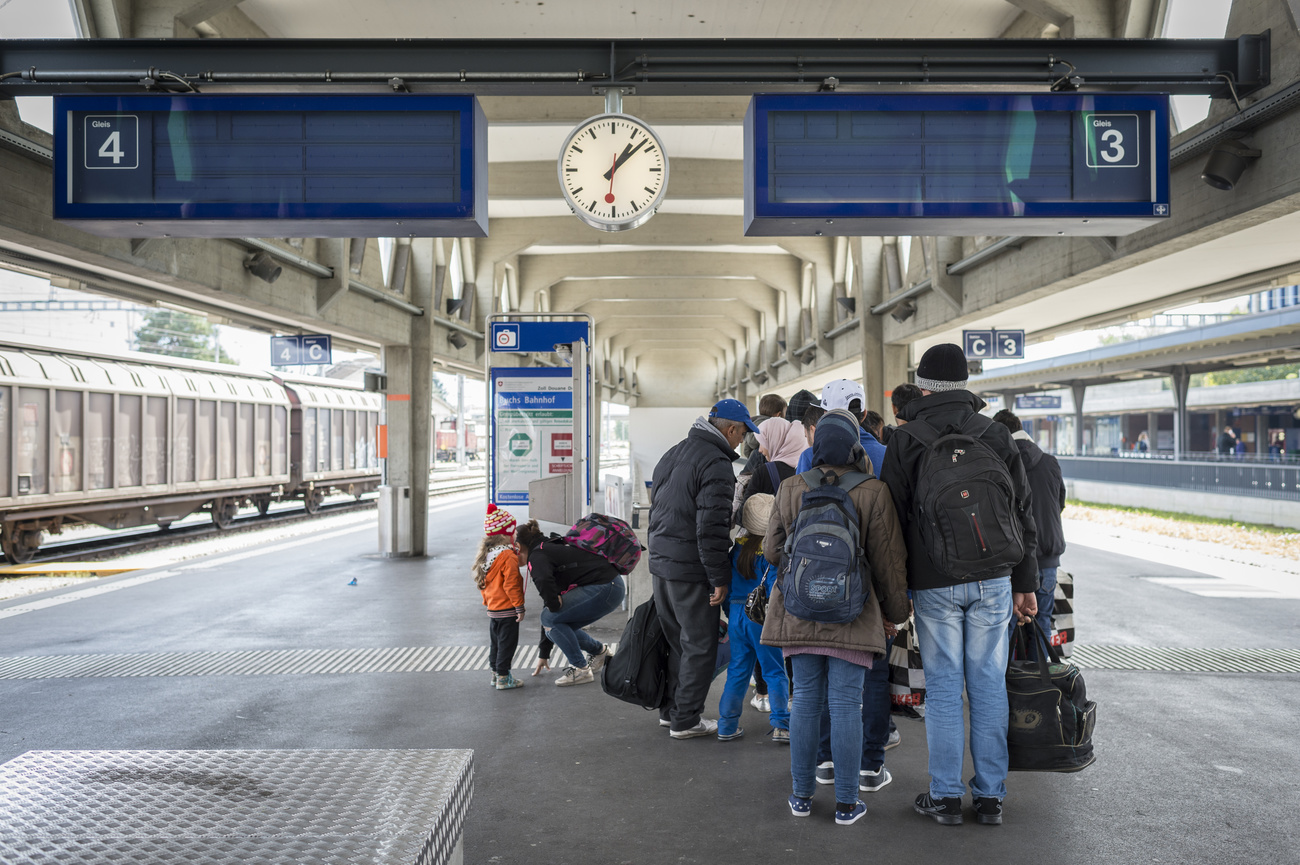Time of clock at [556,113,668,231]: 1:08
